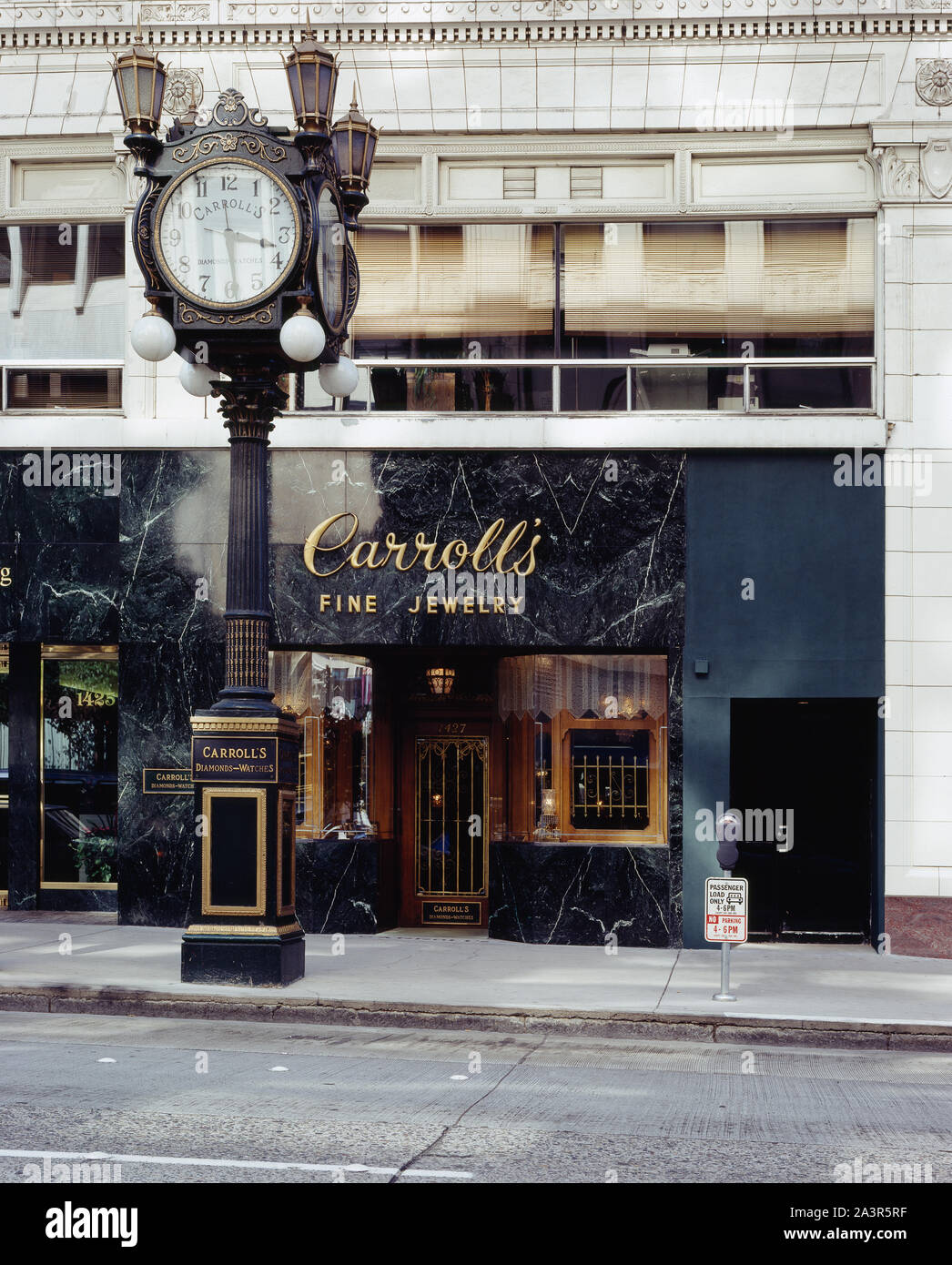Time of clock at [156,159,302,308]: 3:29
